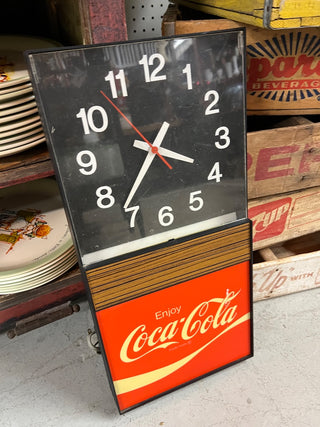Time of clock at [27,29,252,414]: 3:36
